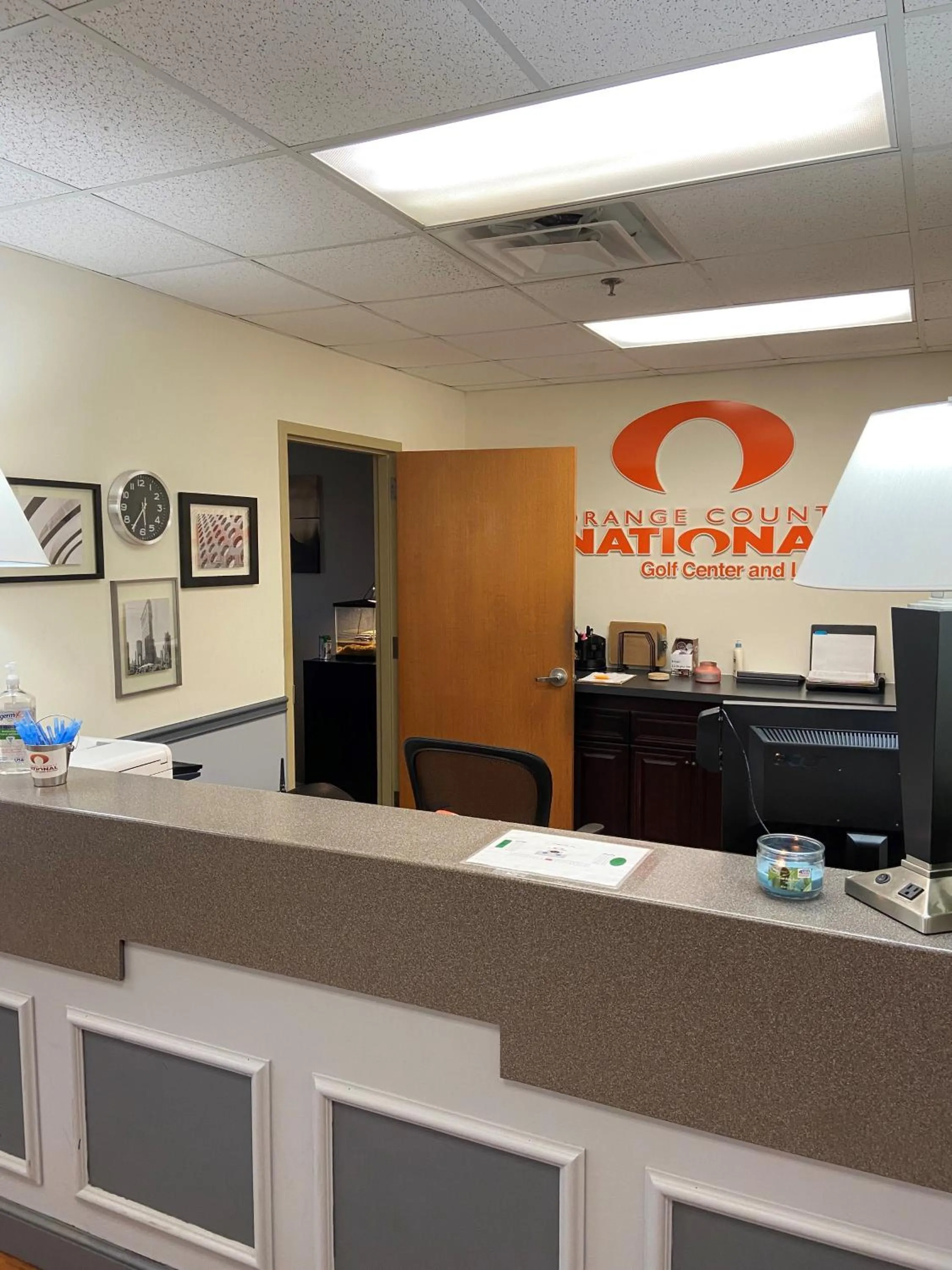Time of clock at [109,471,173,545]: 5:35
